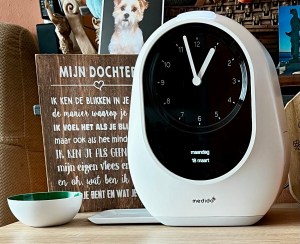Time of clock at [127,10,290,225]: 12:57
